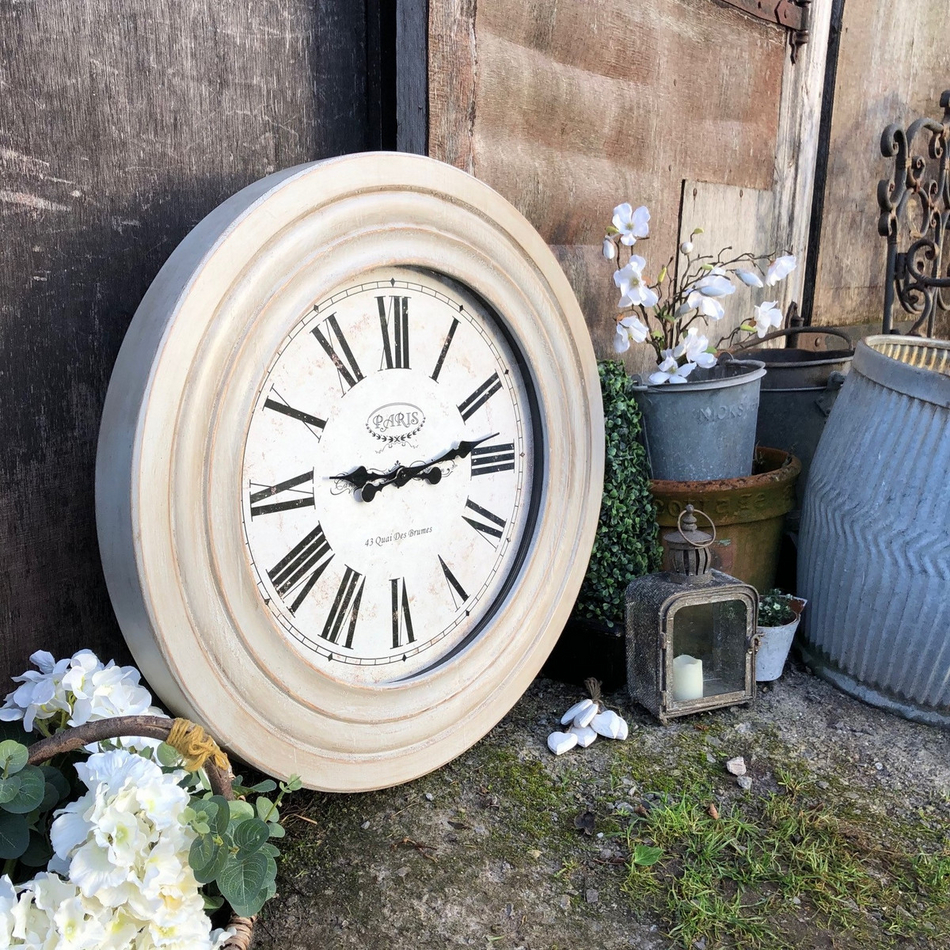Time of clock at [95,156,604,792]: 9:13
